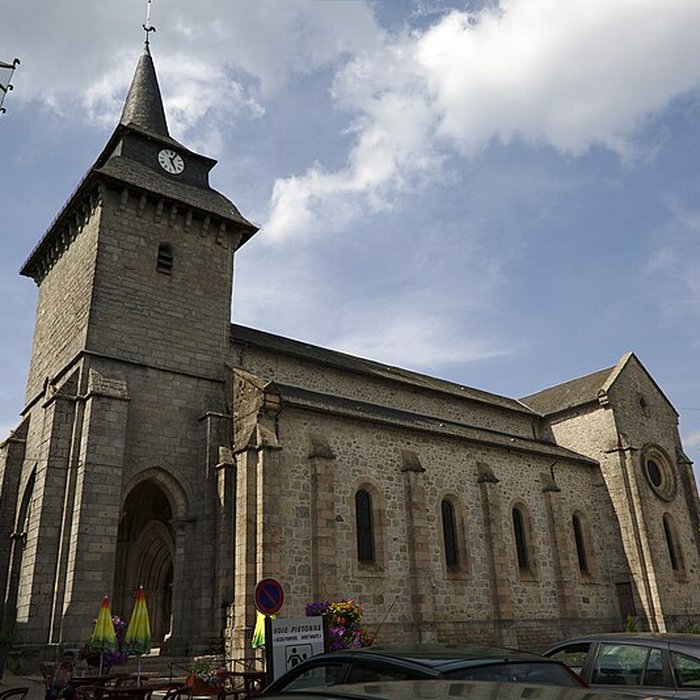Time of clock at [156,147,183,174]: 5:04
